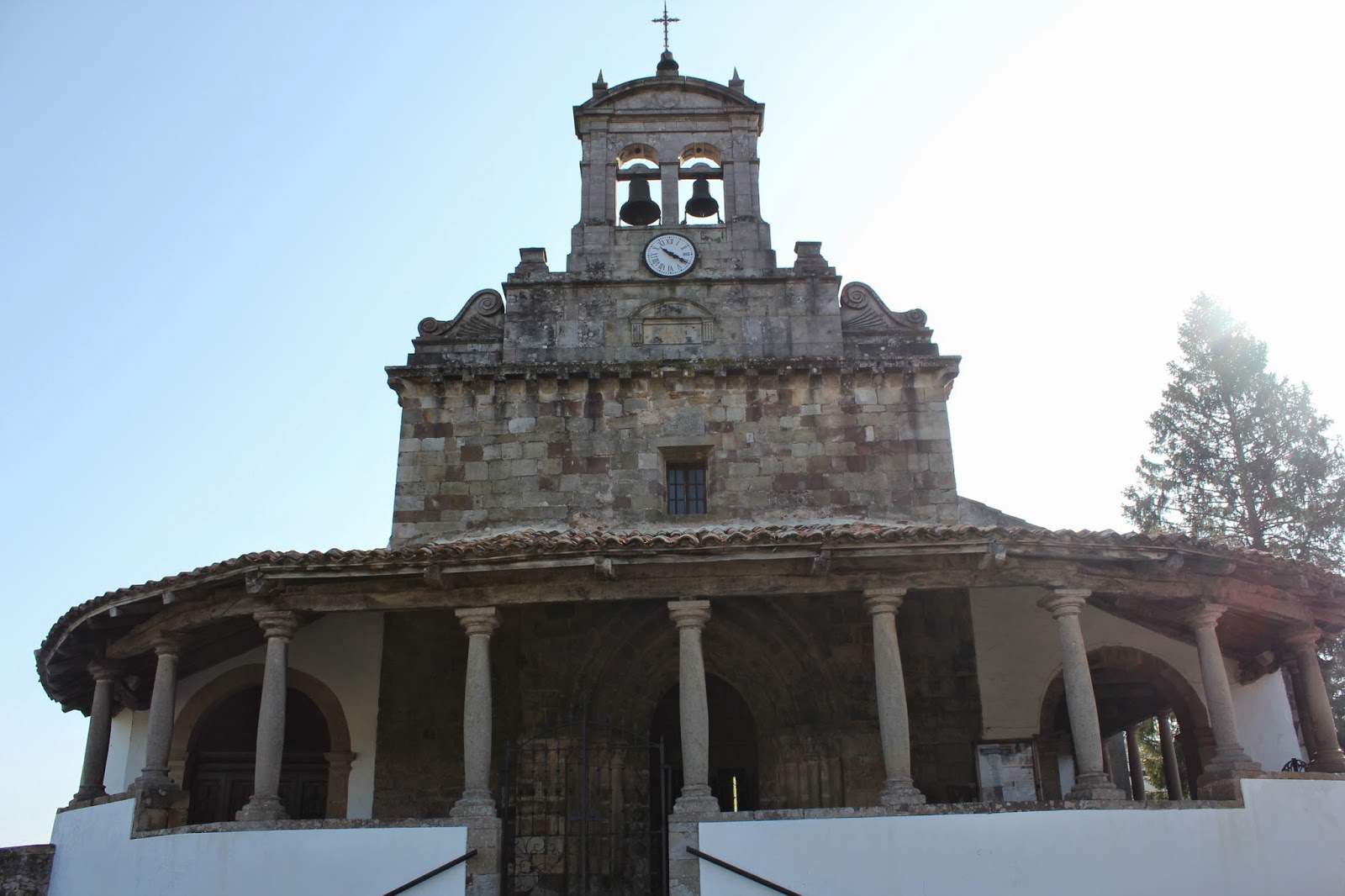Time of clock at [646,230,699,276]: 10:20
